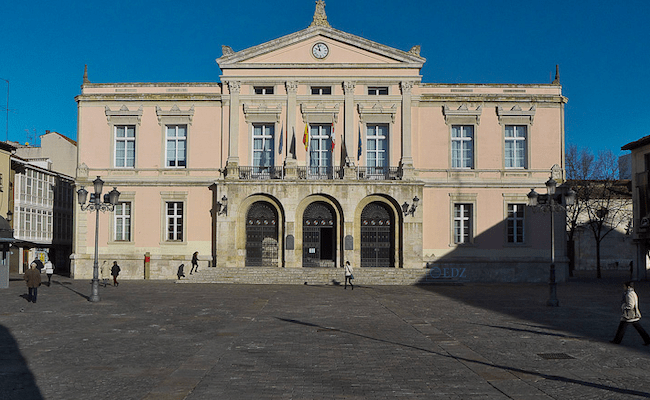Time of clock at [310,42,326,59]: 9:57
